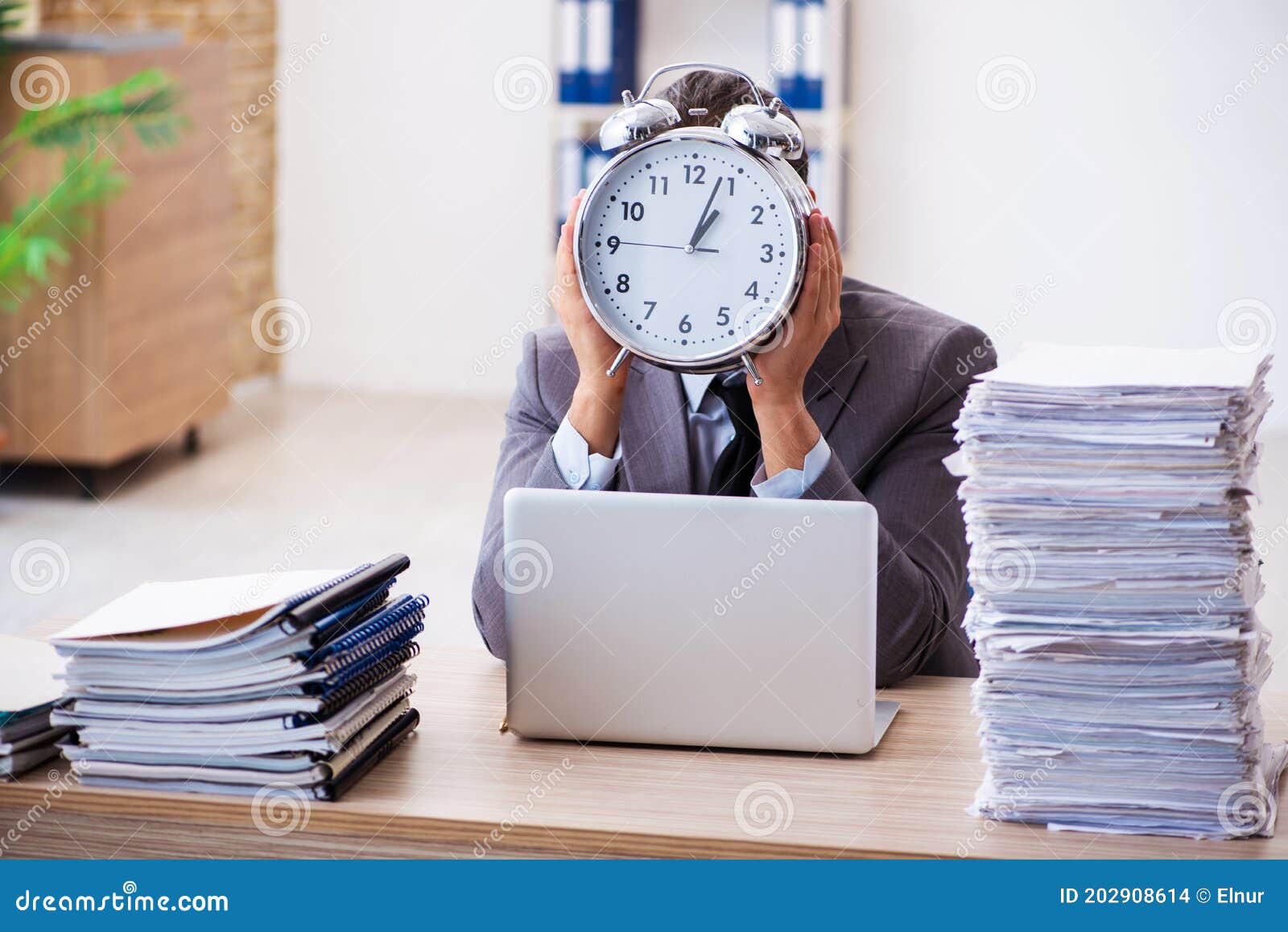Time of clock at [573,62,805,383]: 1:03
